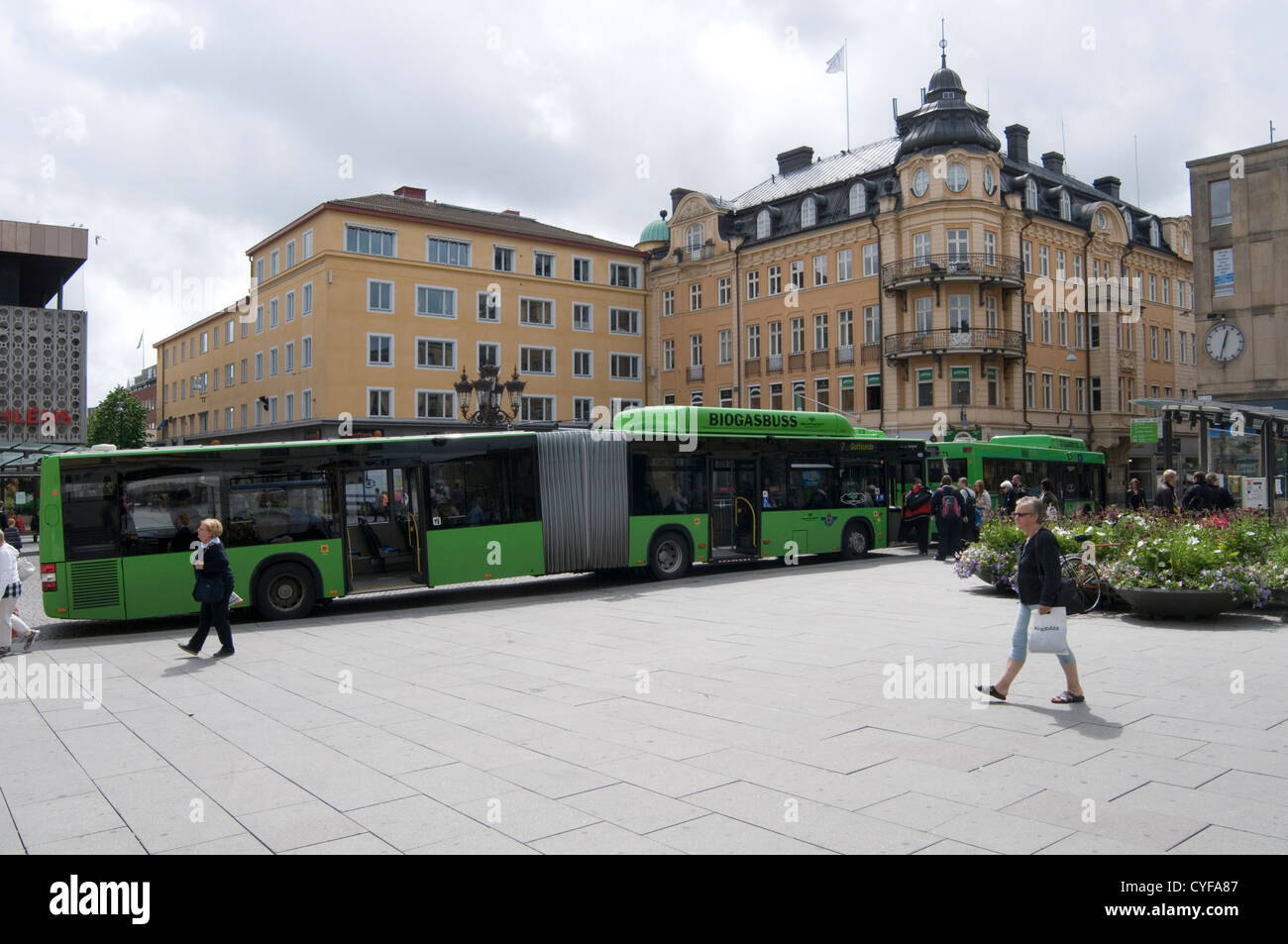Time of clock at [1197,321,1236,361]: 12:32
